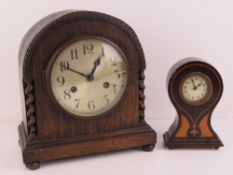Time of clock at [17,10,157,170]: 12:49
